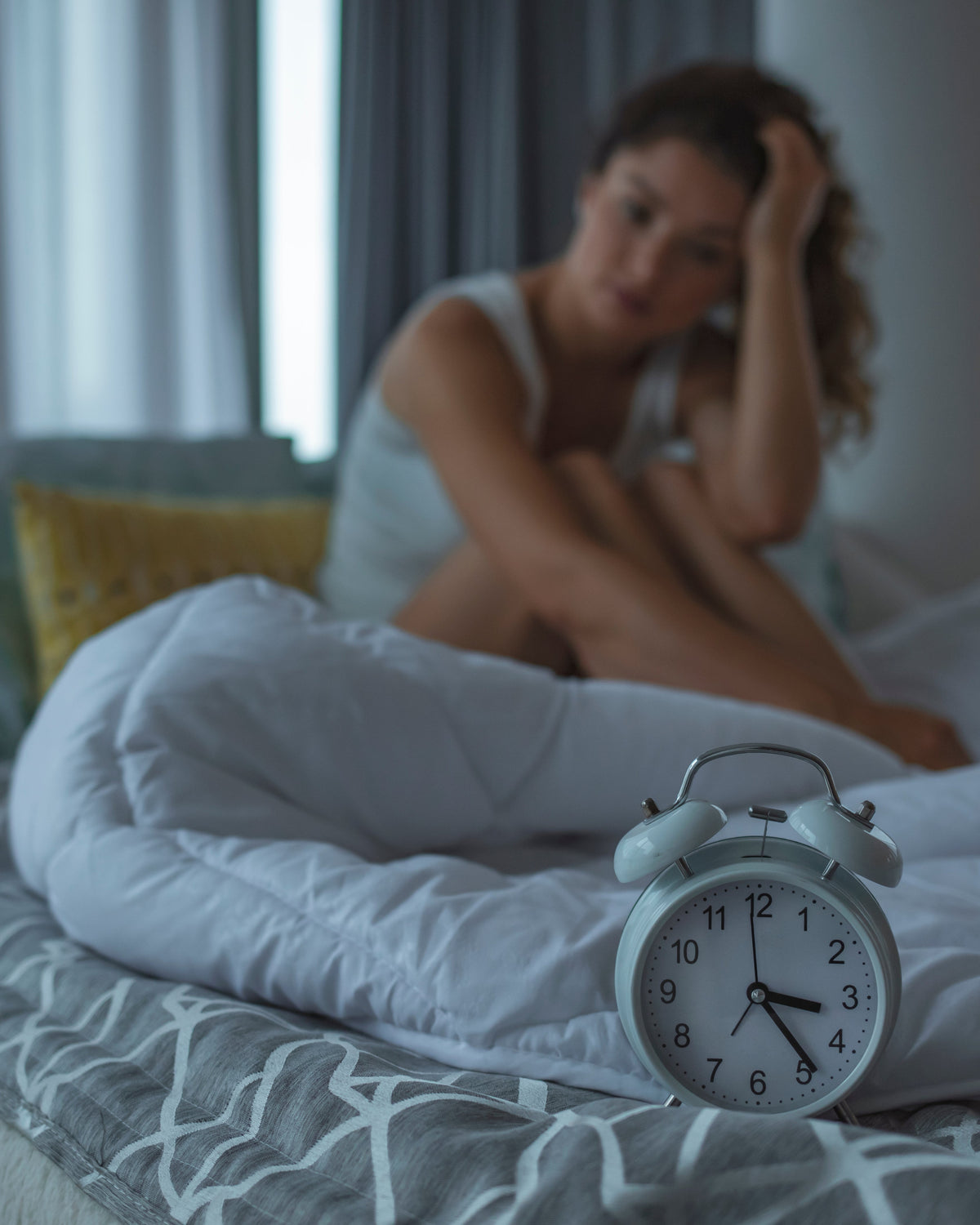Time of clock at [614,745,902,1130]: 3:23
